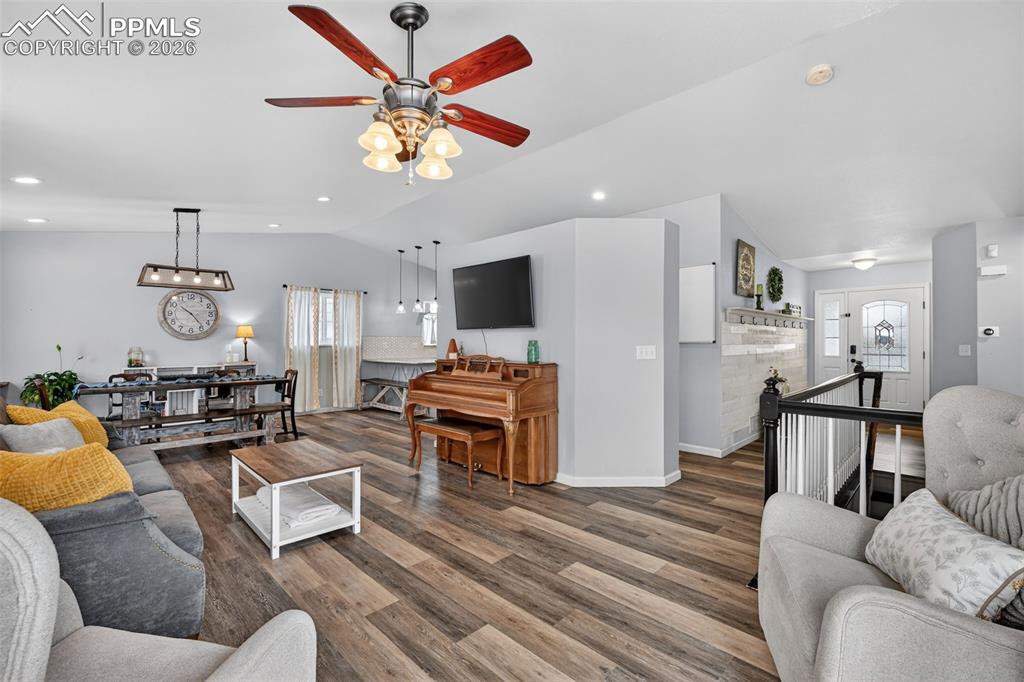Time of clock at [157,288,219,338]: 10:23
